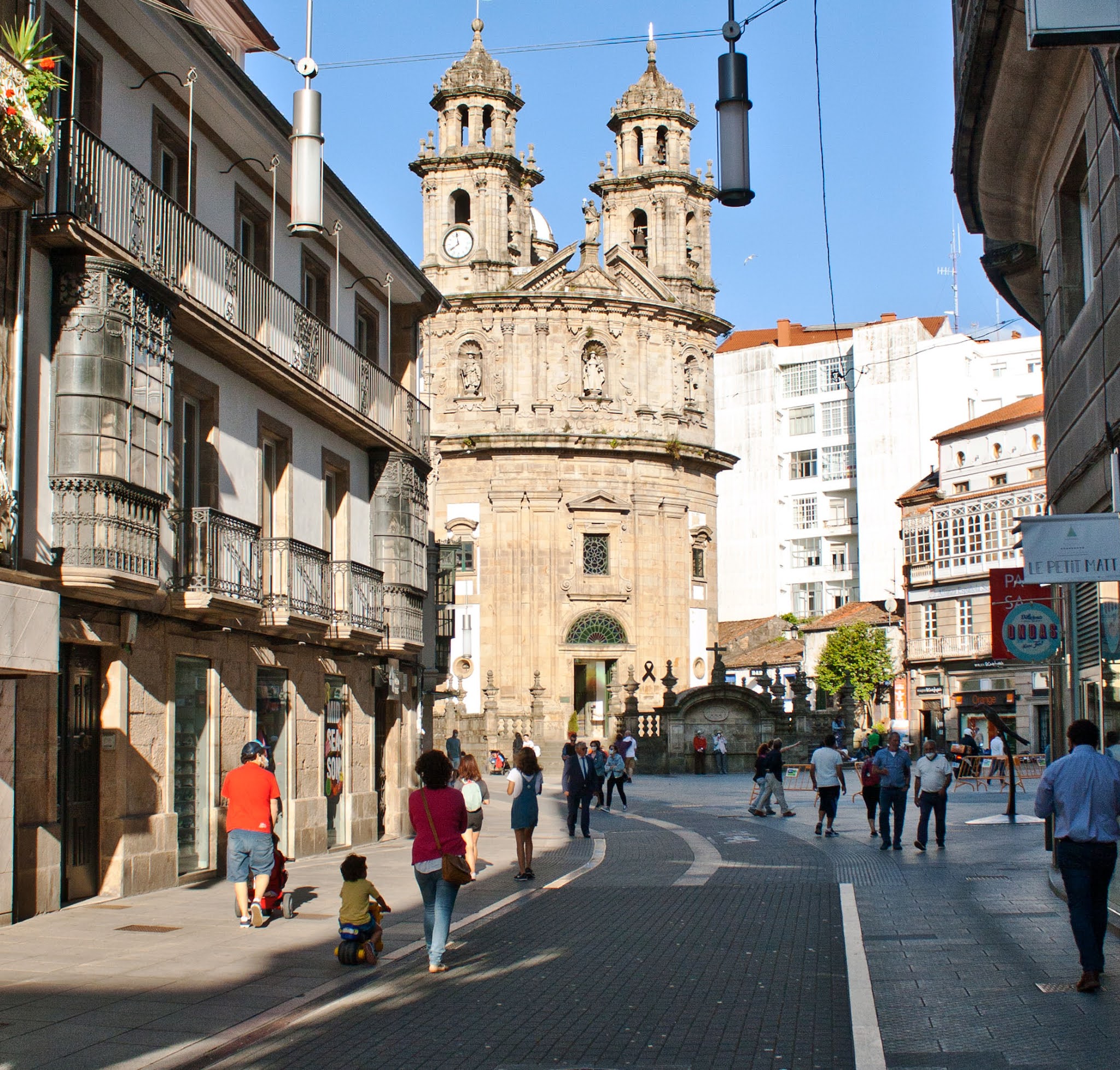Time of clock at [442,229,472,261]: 7:58
